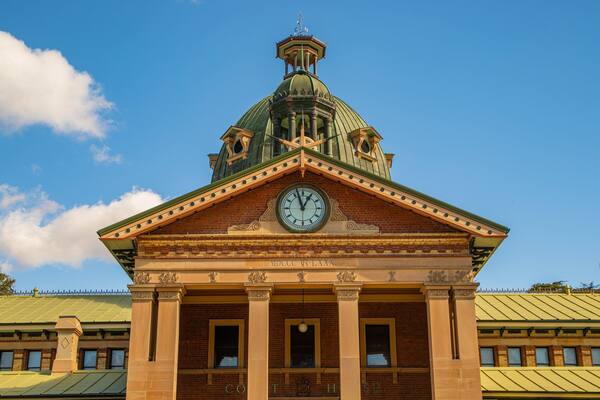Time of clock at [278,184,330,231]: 12:57
